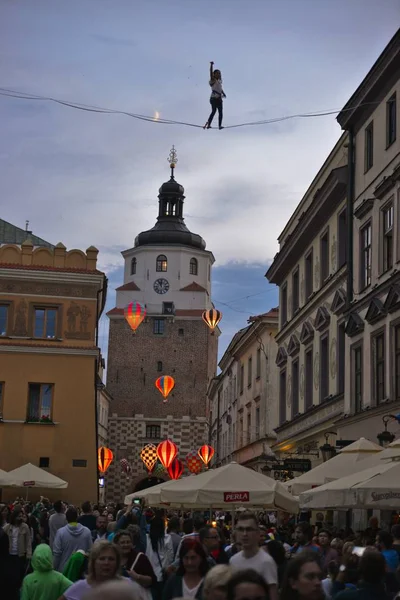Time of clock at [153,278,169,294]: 11:55
